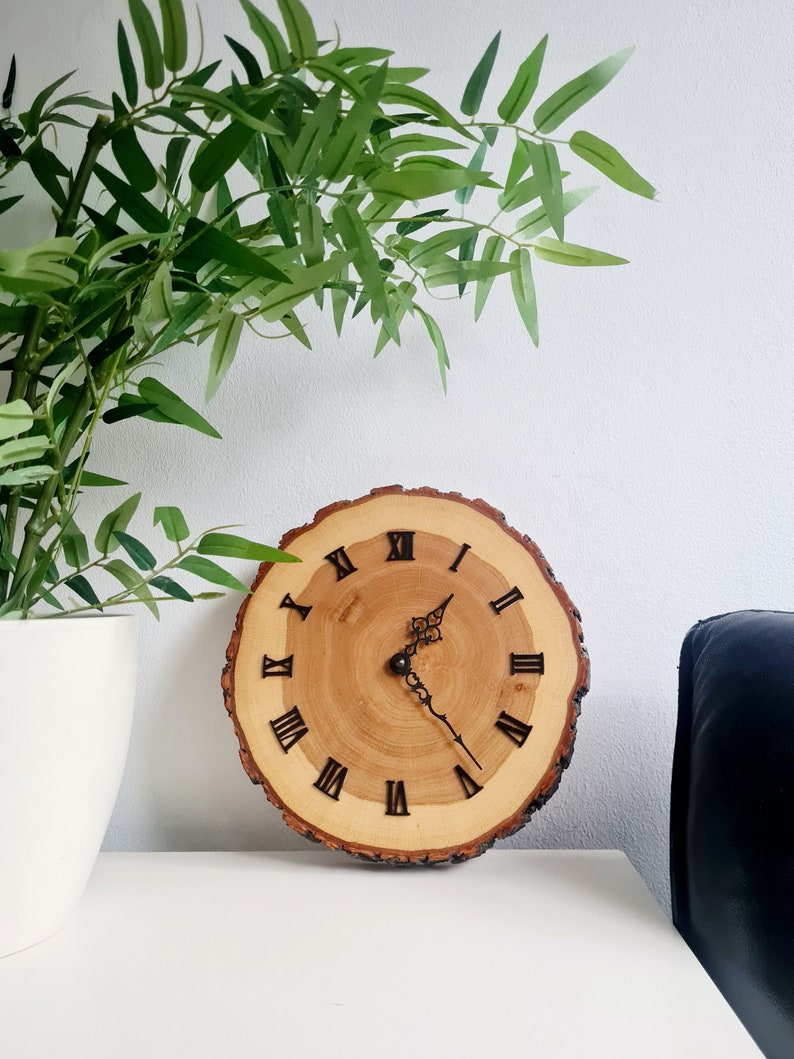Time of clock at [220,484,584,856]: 1:23
